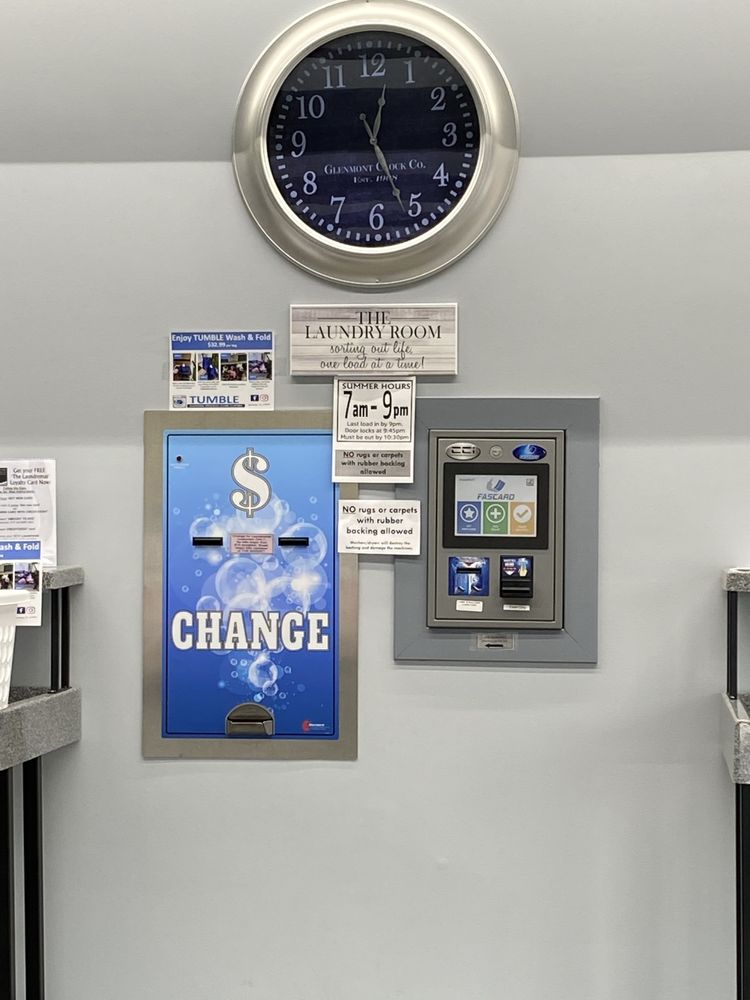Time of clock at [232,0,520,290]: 12:26
